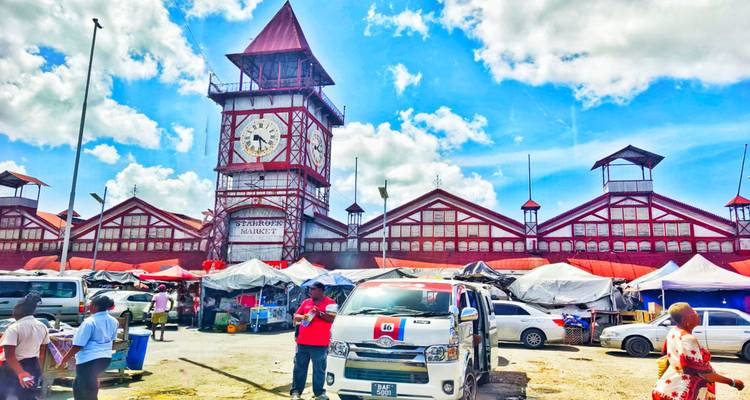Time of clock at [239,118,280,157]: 4:28
